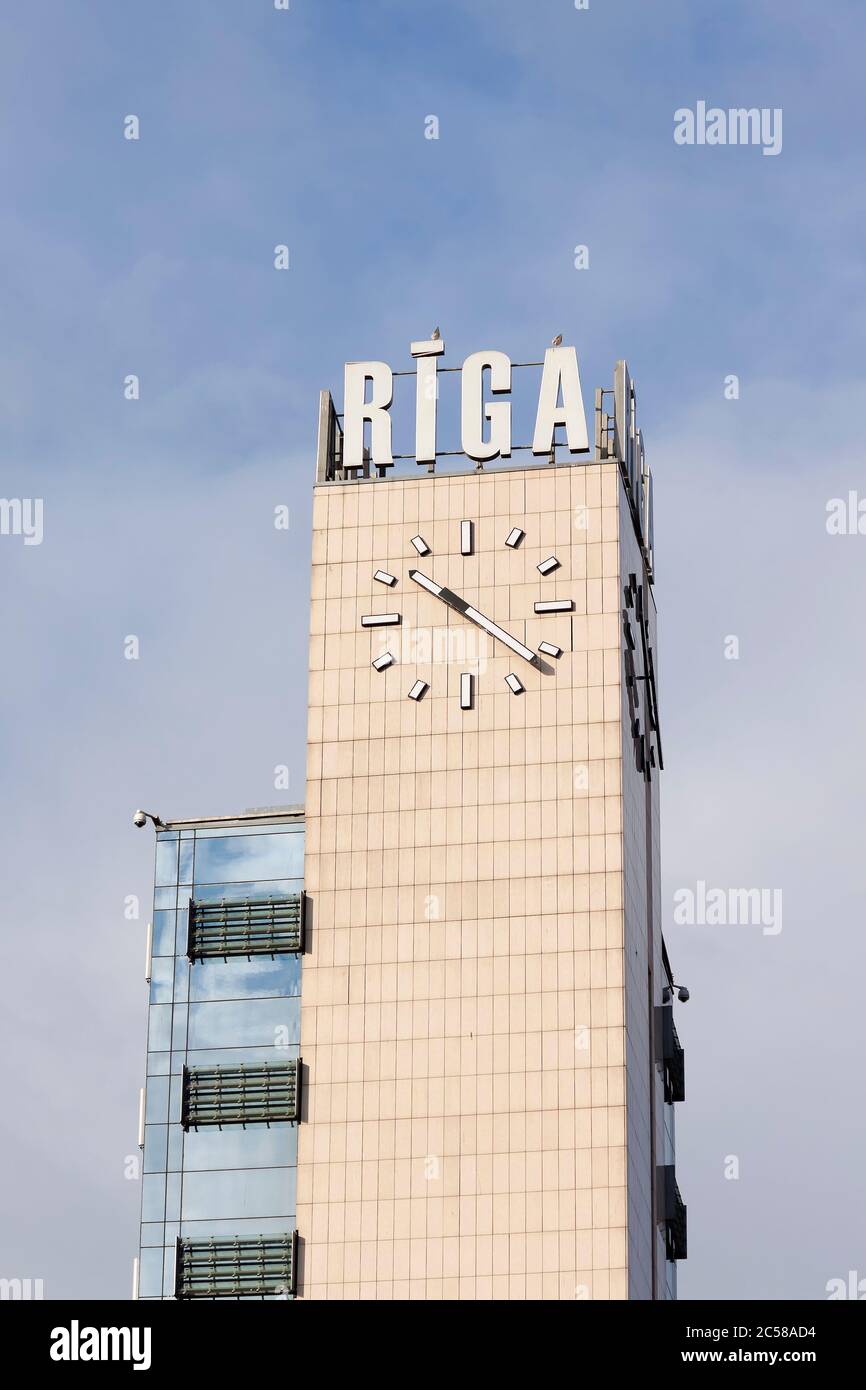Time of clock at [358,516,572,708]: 10:21
